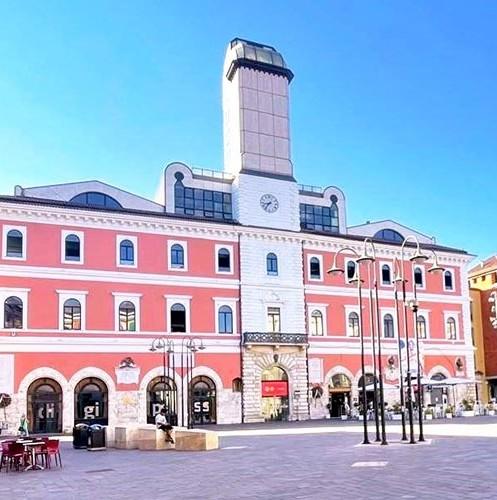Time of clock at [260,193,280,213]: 8:36
